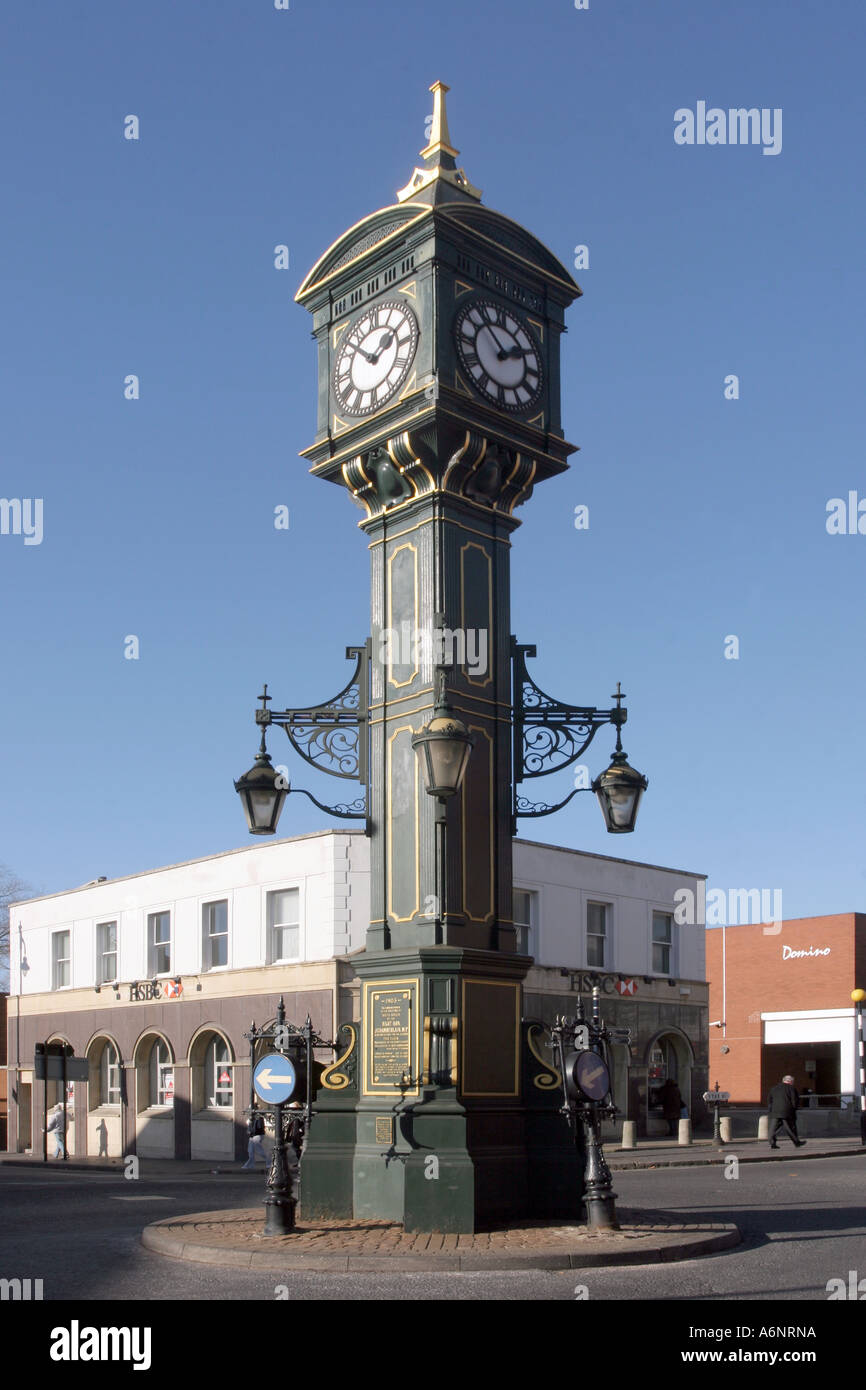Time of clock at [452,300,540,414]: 1:53
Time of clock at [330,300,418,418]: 1:51
